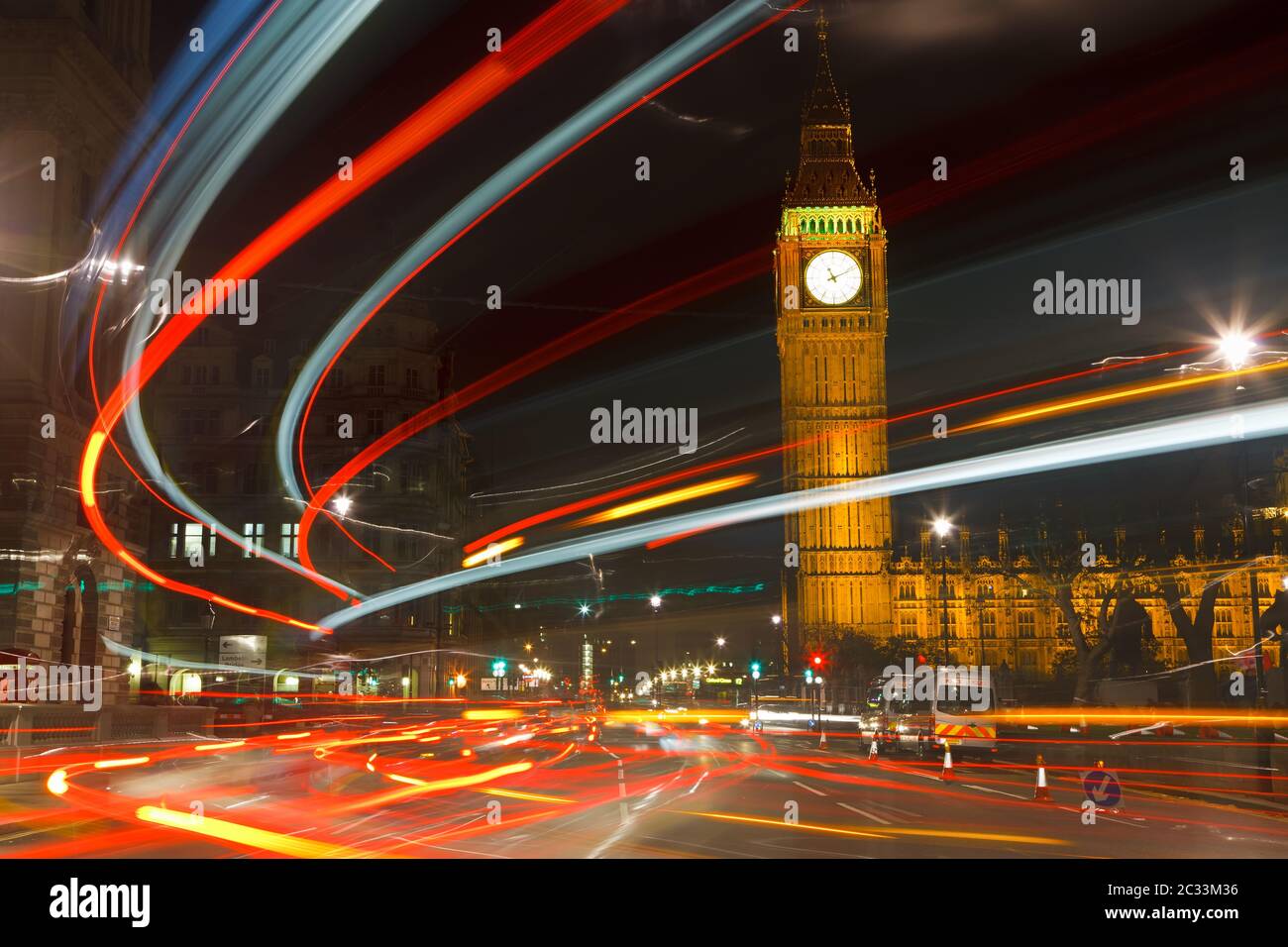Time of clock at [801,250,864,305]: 11:10
